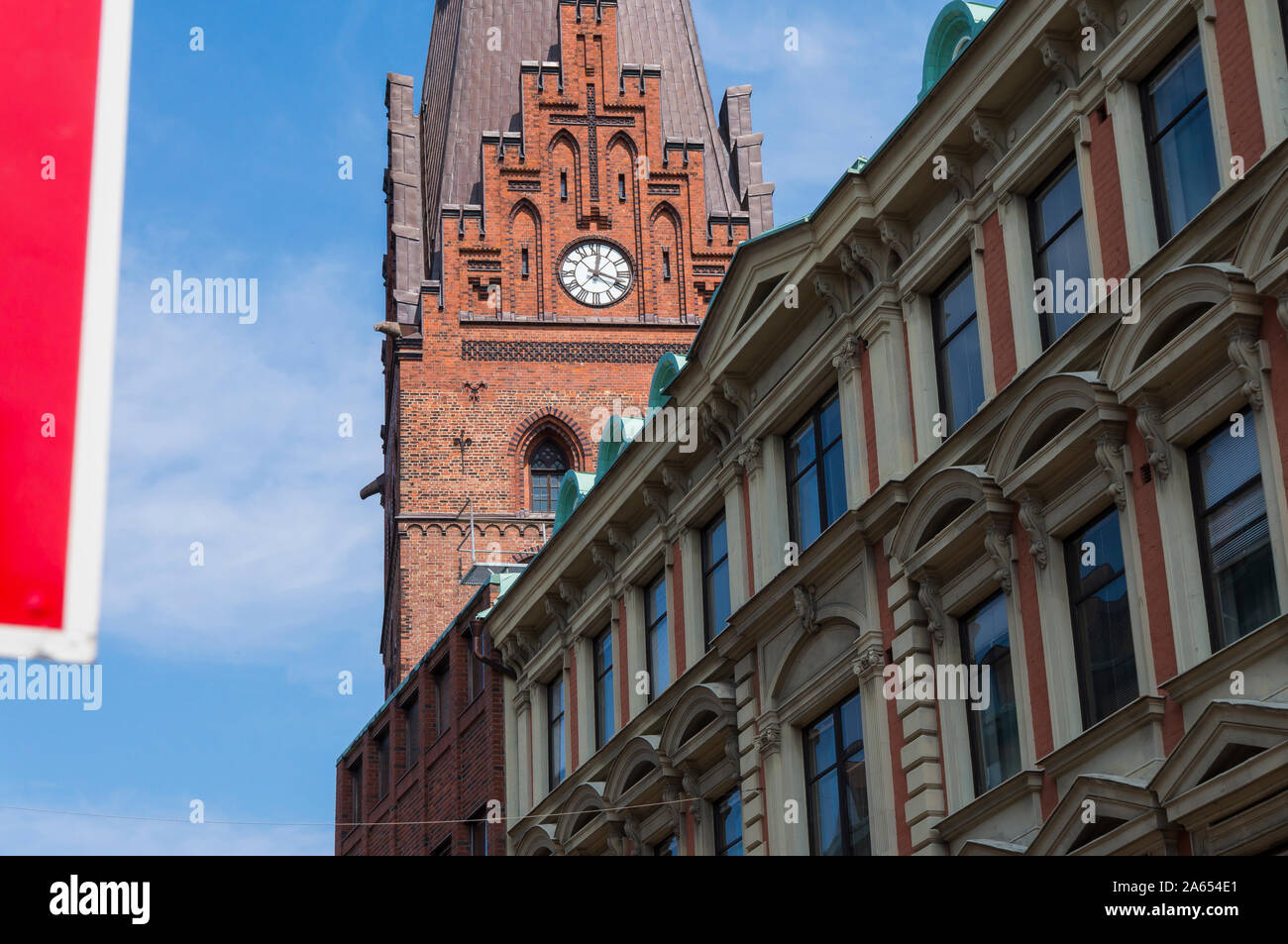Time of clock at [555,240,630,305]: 12:18
